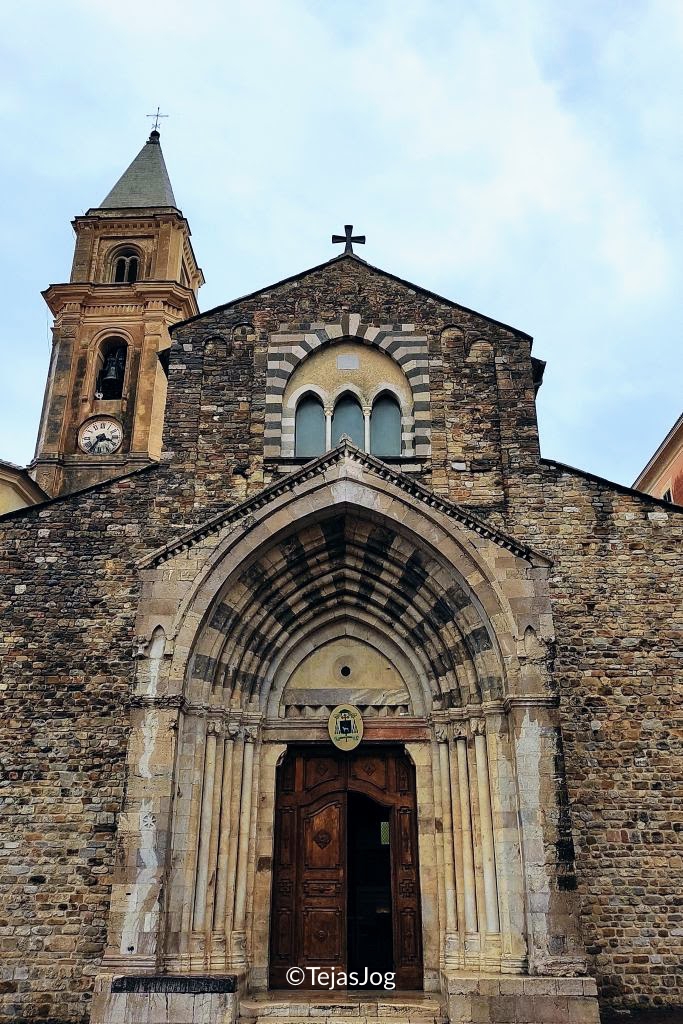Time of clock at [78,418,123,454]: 3:35
